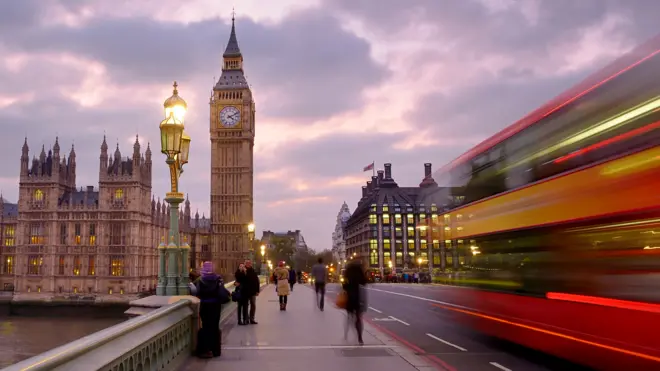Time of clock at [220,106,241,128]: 4:10
